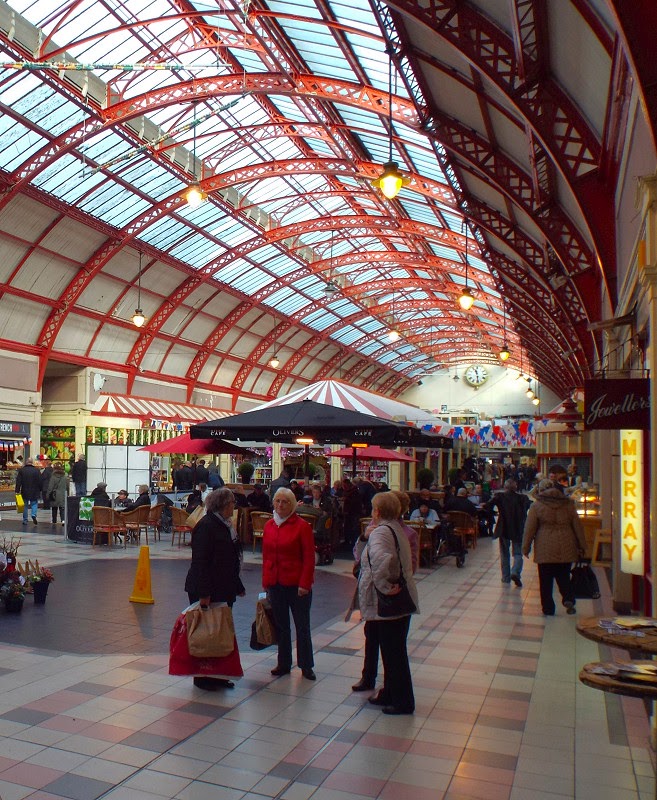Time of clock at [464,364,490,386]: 11:28
